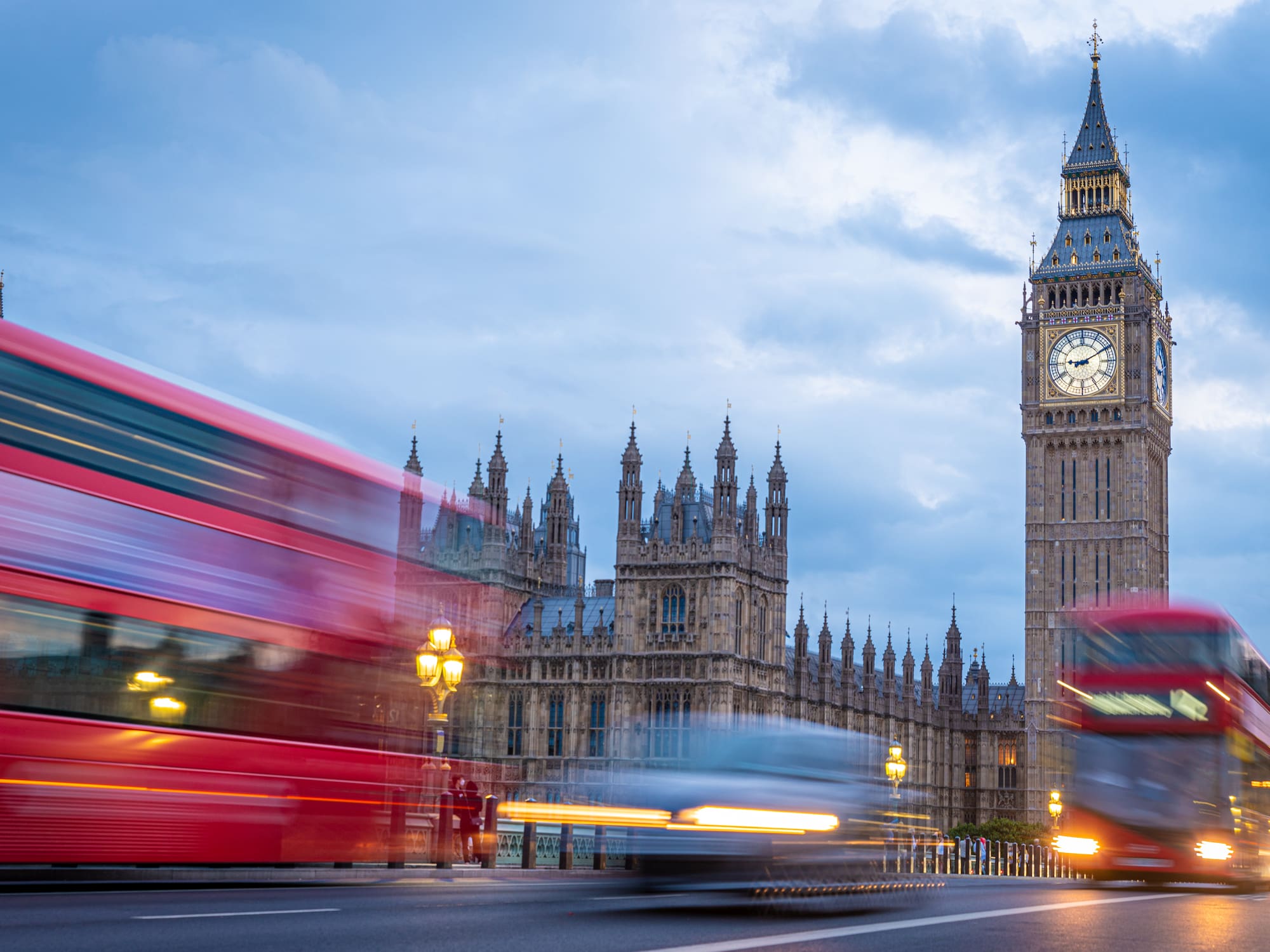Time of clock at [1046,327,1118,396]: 9:10
